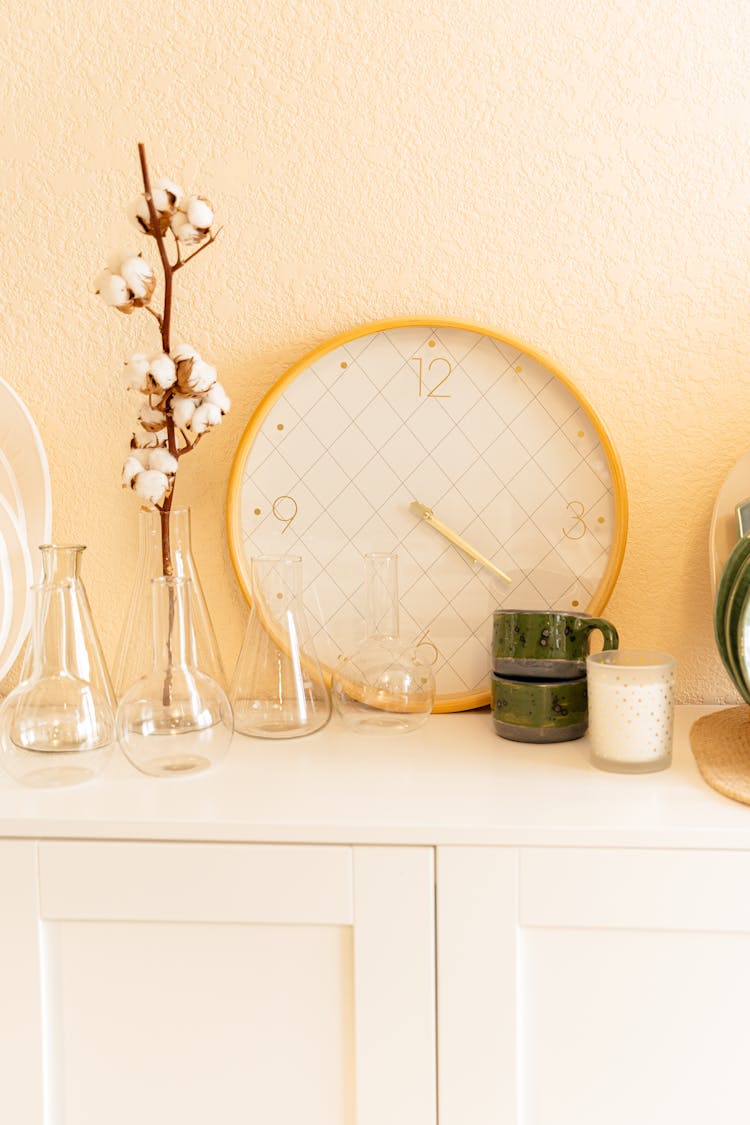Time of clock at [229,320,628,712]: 4:20
